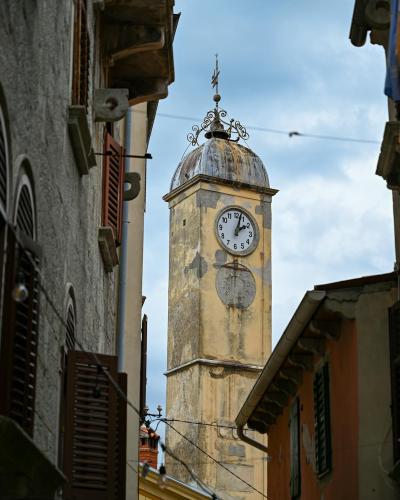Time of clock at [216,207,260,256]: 2:02
